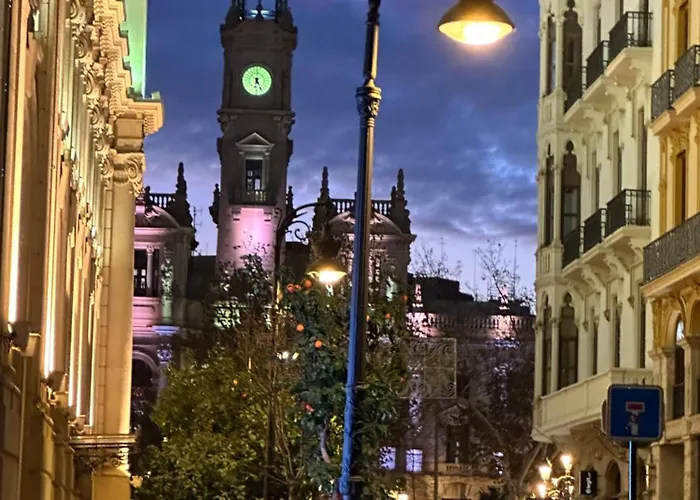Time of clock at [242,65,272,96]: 6:25
